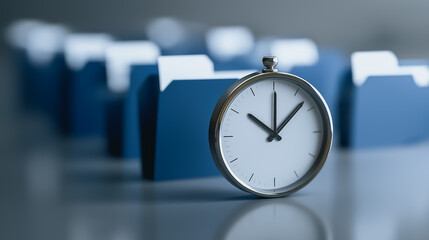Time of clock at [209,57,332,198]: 10:07
